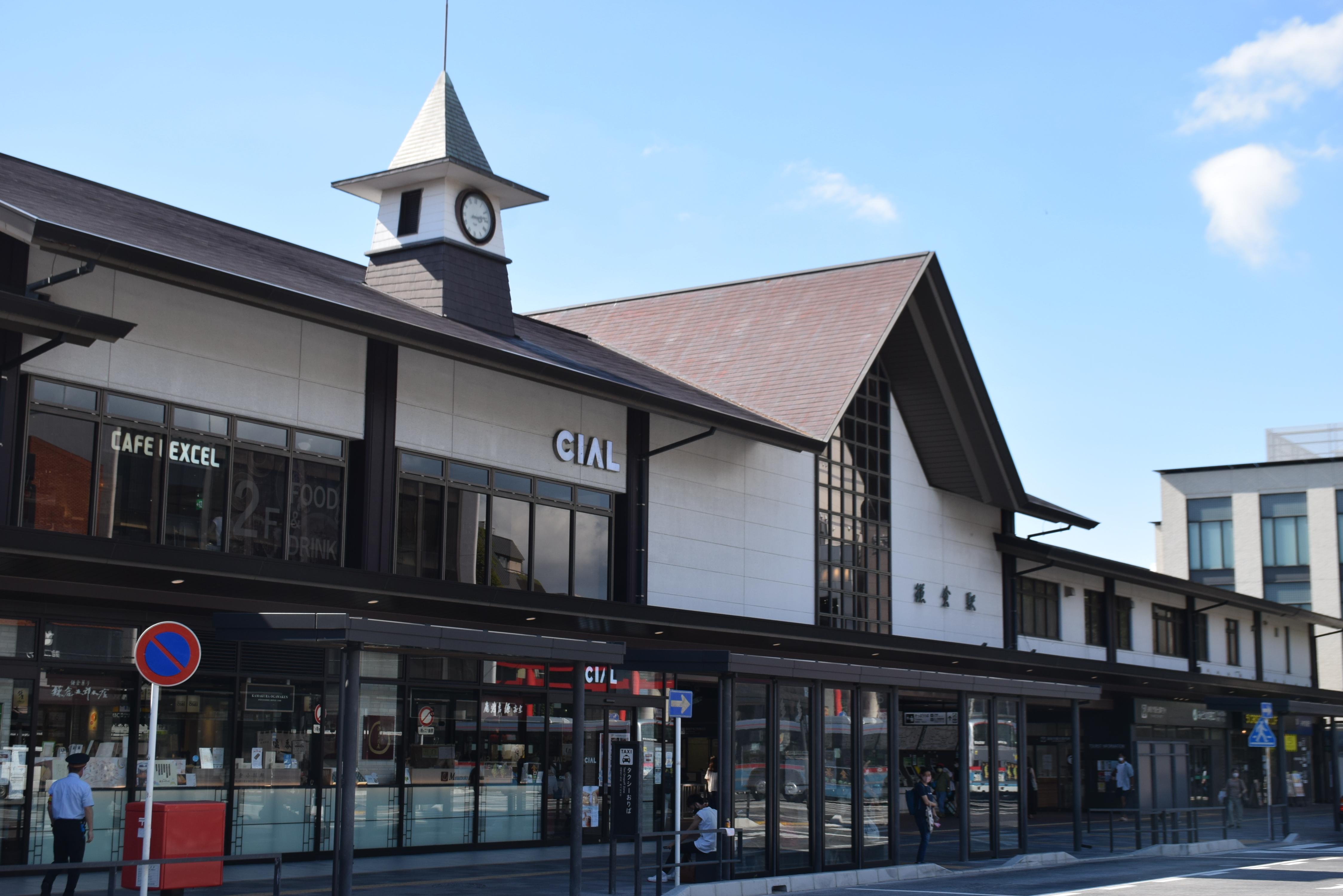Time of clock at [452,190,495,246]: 3:13
